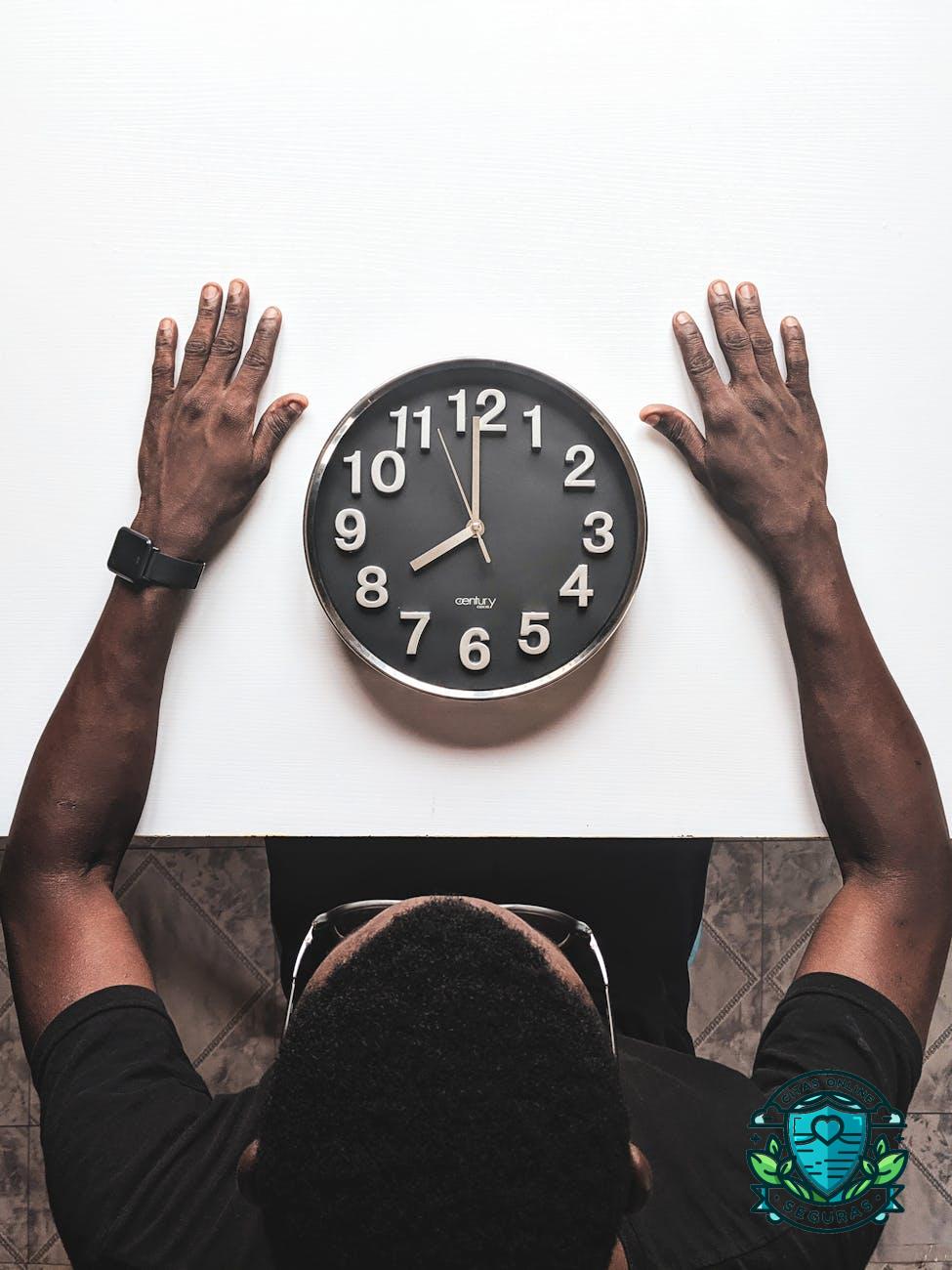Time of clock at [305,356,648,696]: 7:59
